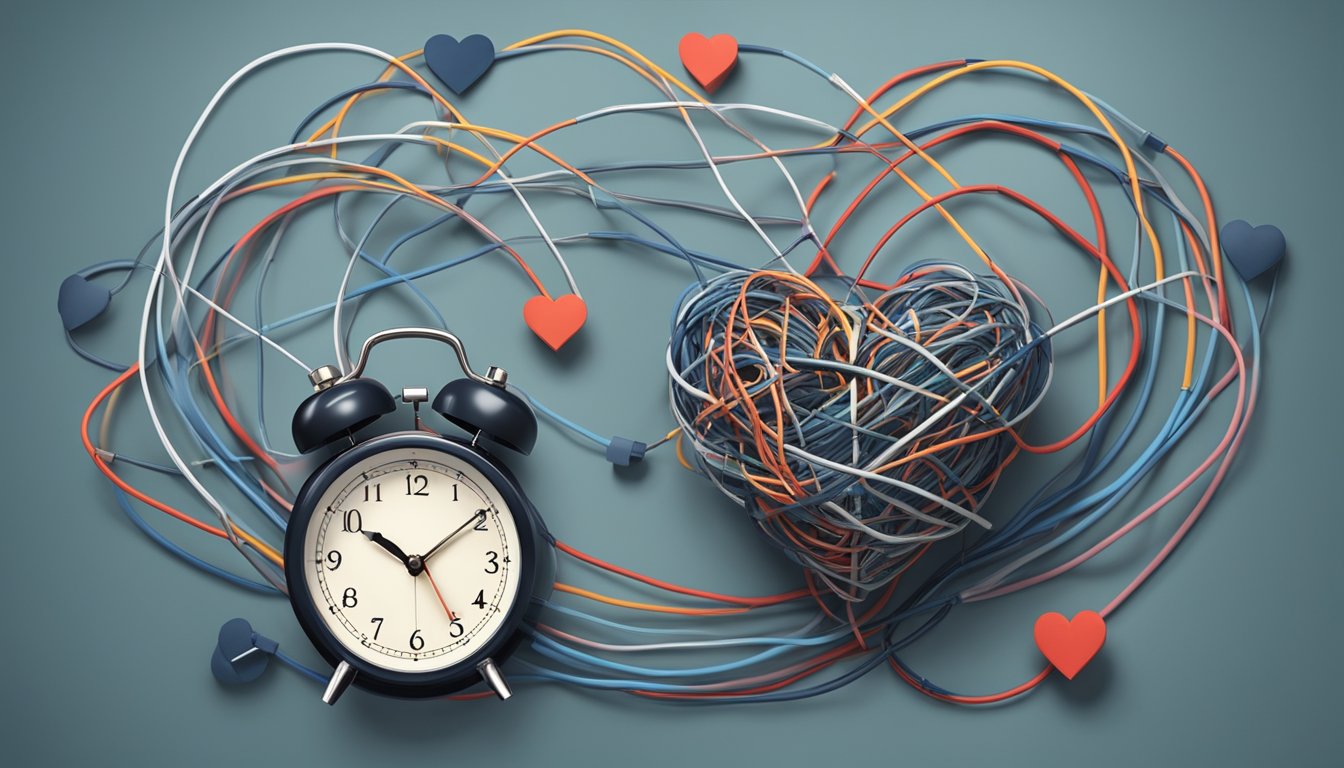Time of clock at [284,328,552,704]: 10:09
